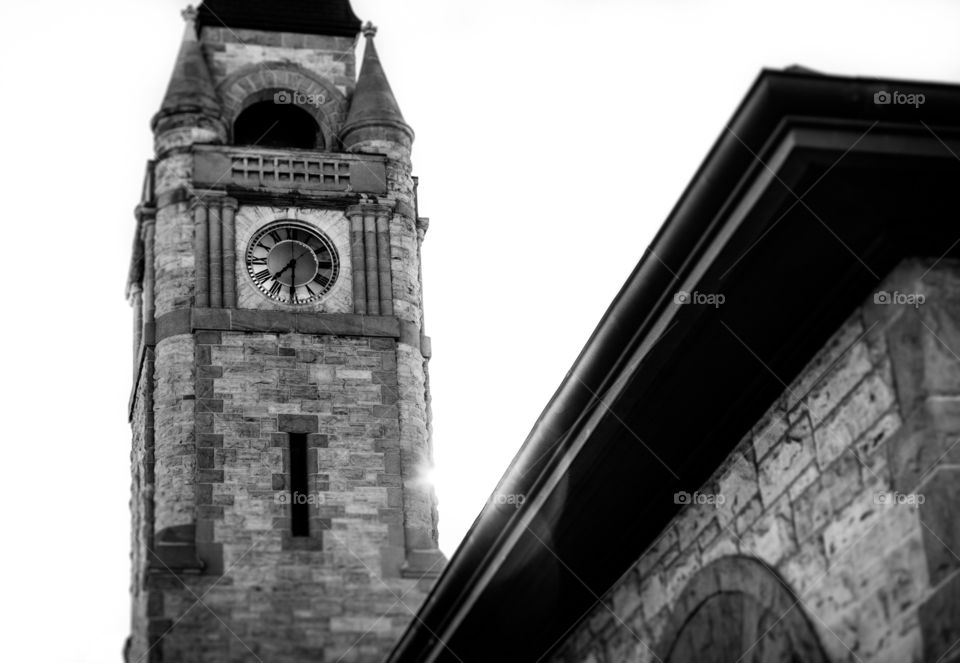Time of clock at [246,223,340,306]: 7:30
